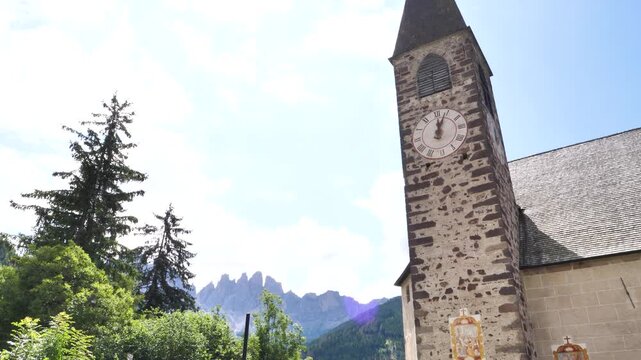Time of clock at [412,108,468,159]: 12:03
